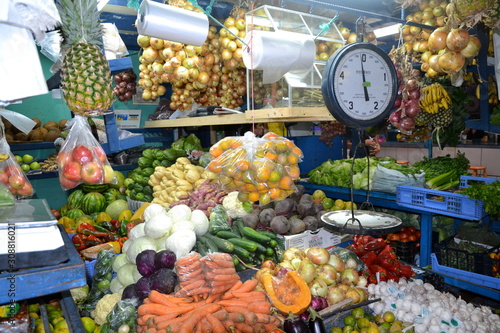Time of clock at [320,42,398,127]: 5:59
